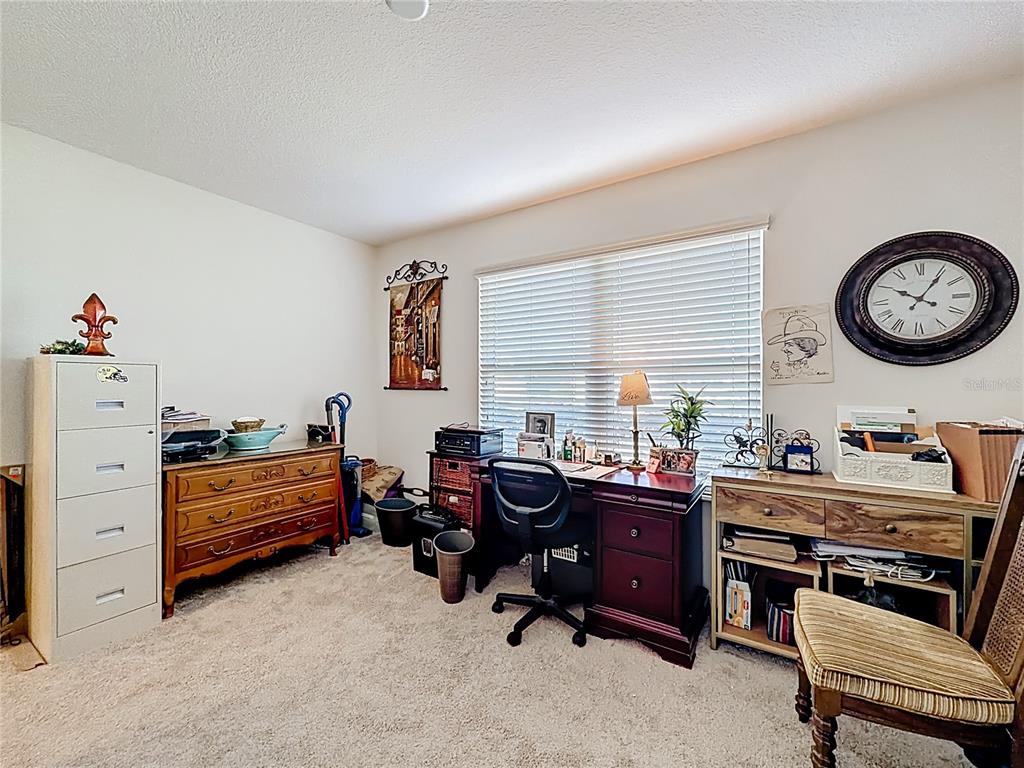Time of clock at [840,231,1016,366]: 10:05
